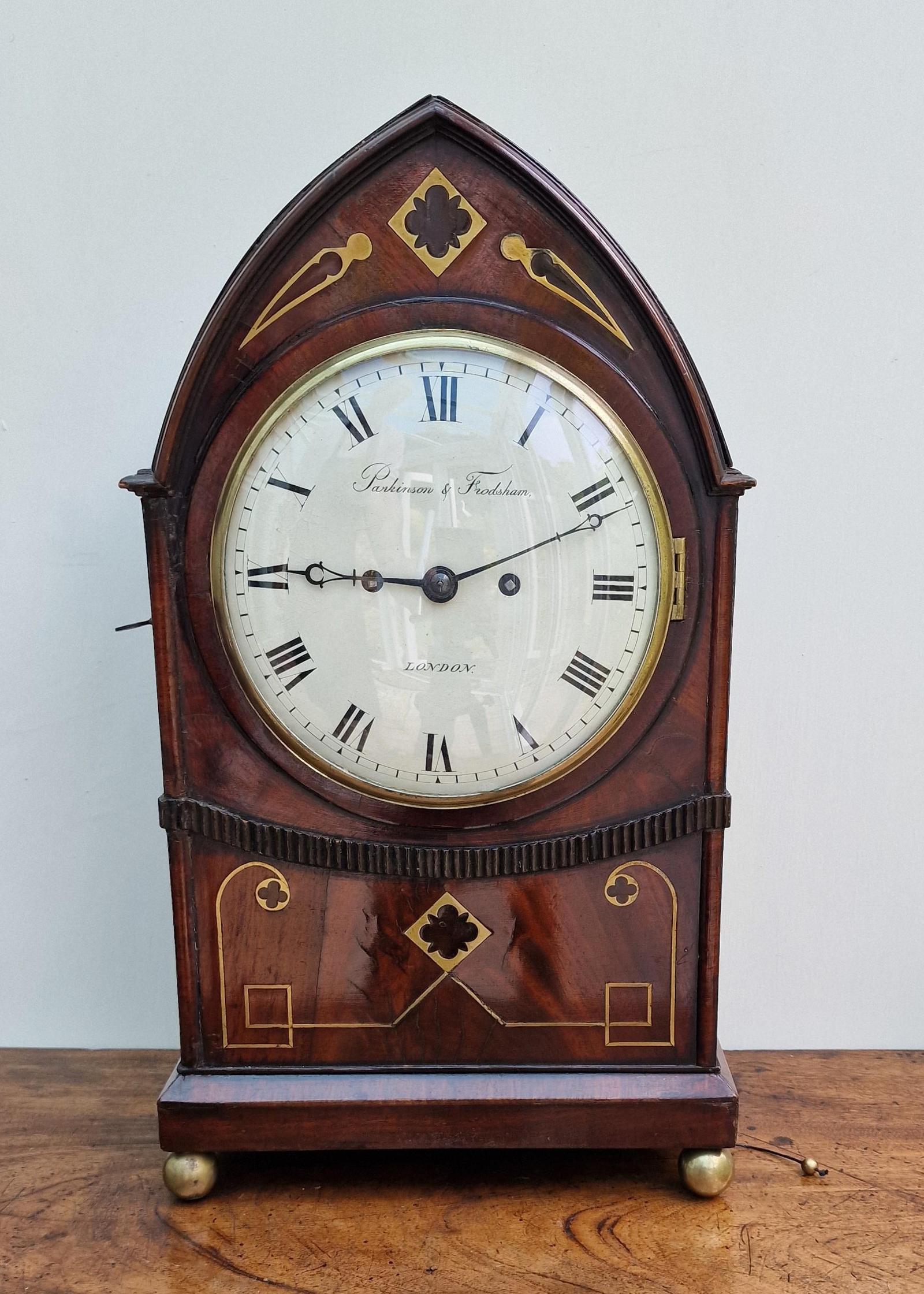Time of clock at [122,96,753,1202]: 9:11
